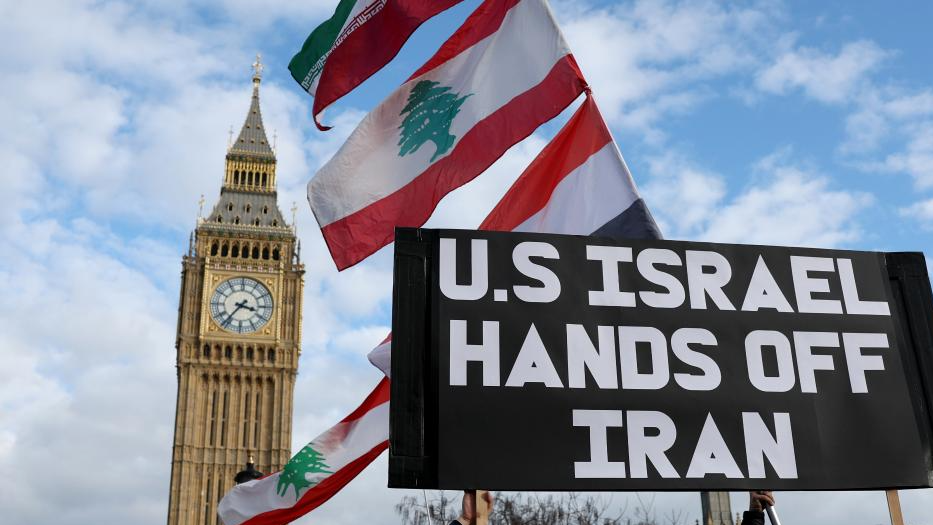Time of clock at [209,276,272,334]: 3:36
